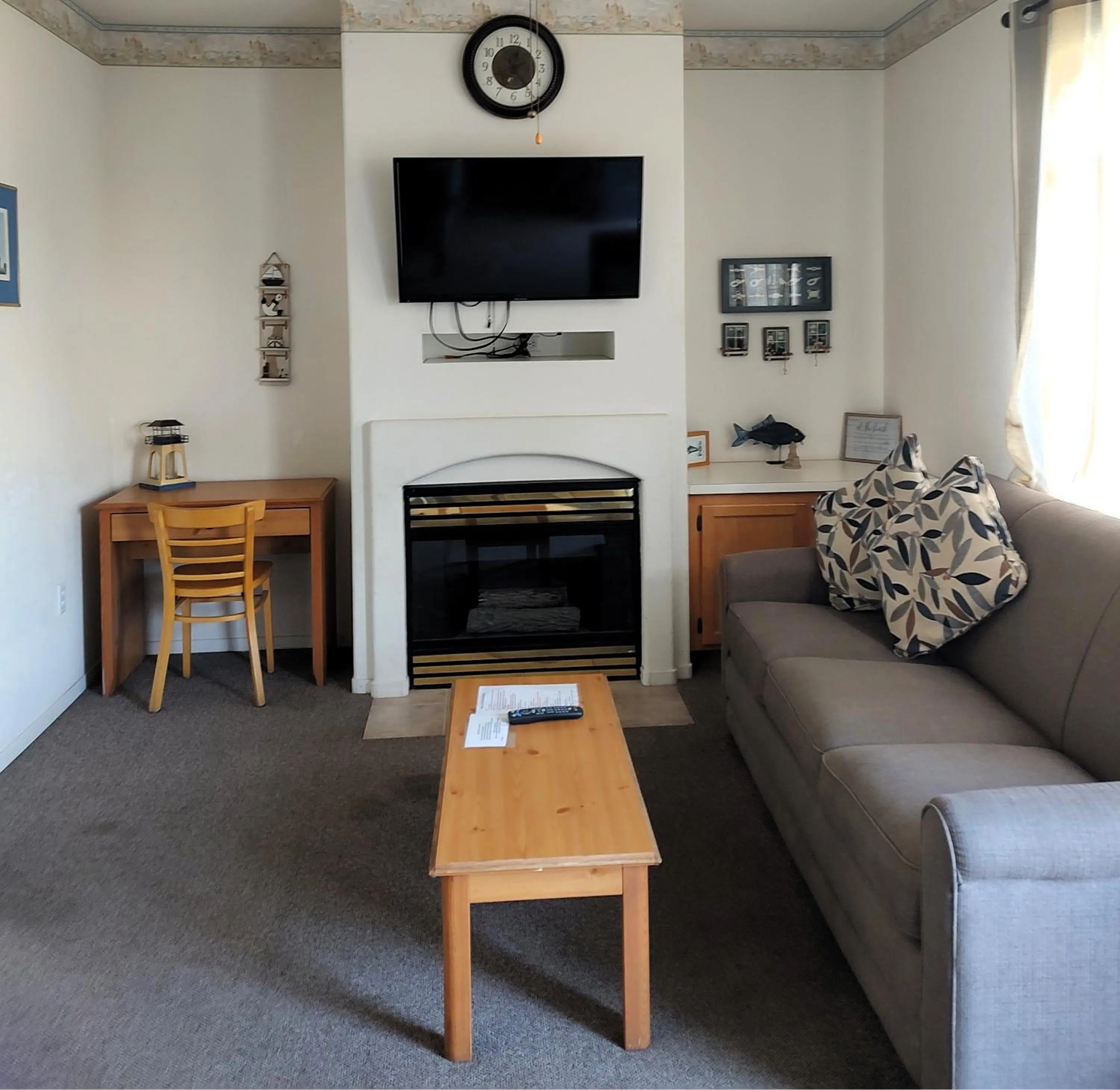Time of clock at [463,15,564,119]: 12:23
